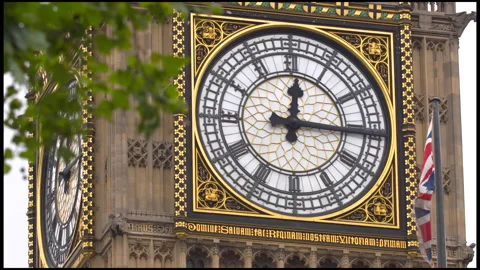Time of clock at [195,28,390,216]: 12:15
